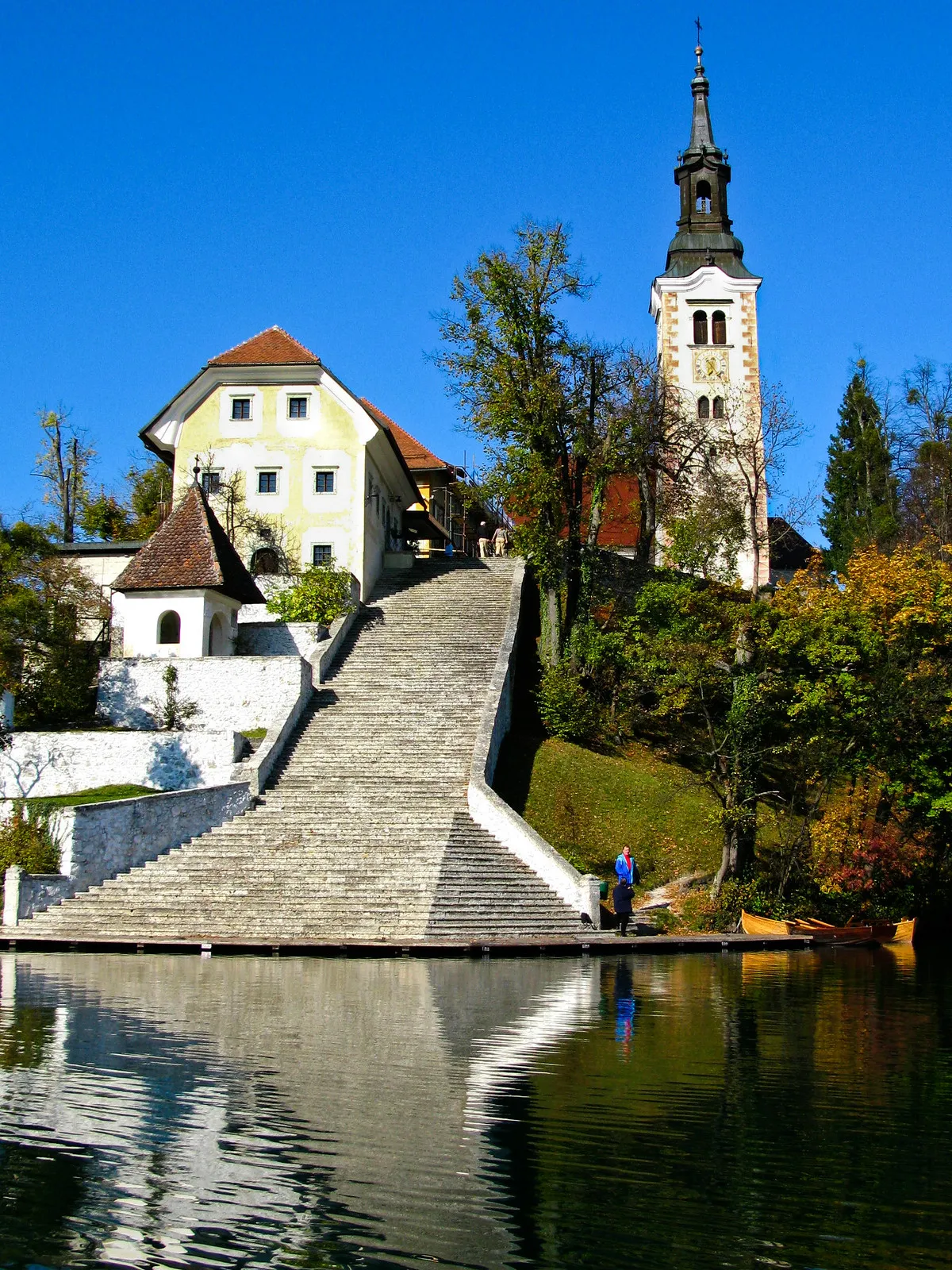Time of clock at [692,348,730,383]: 6:23
